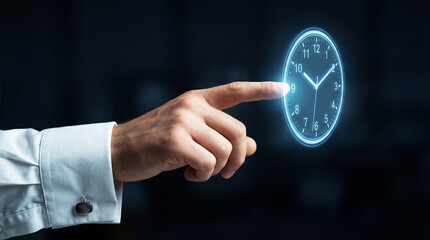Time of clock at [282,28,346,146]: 10:09
